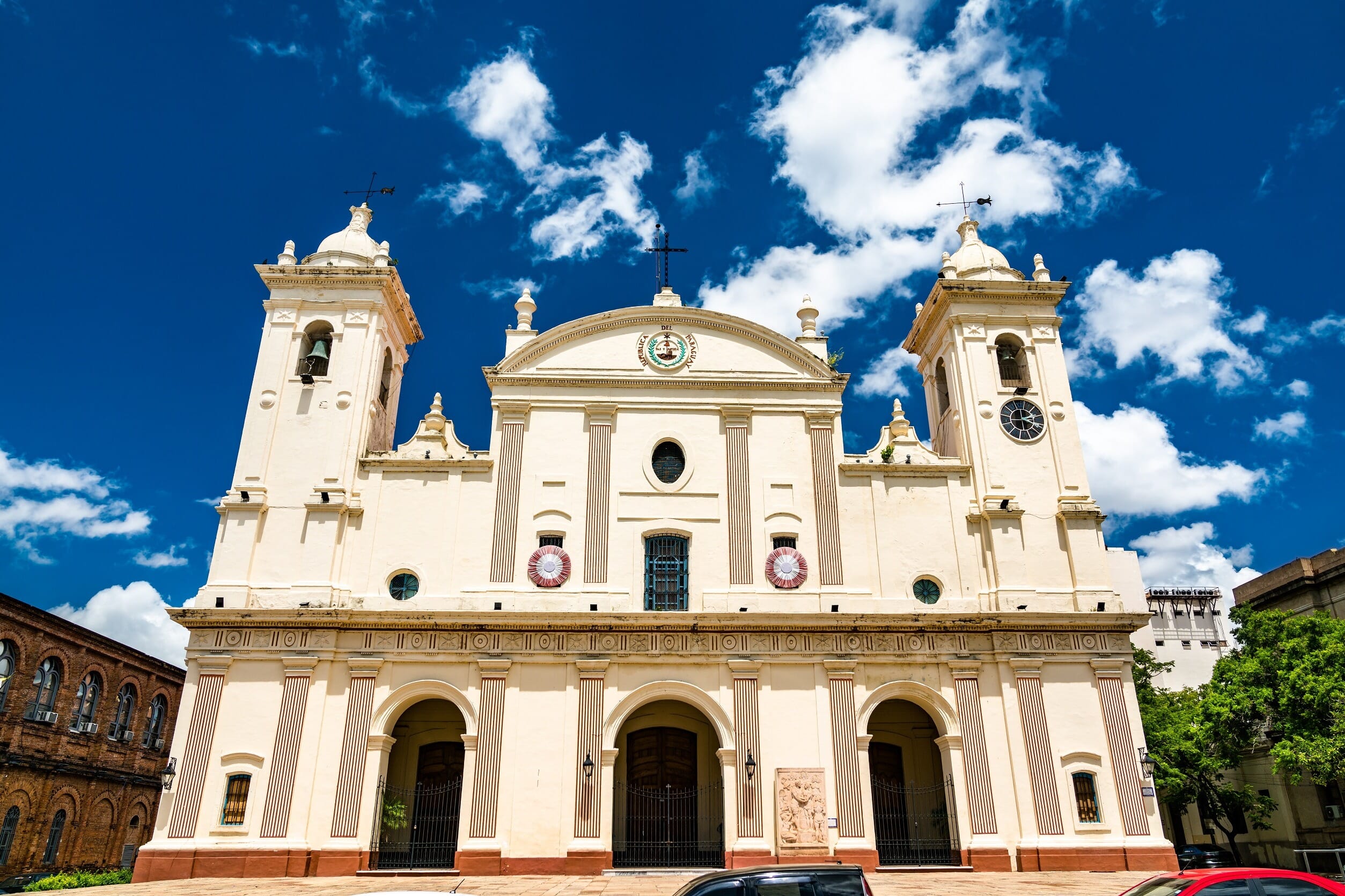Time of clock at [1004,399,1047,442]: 2:18
